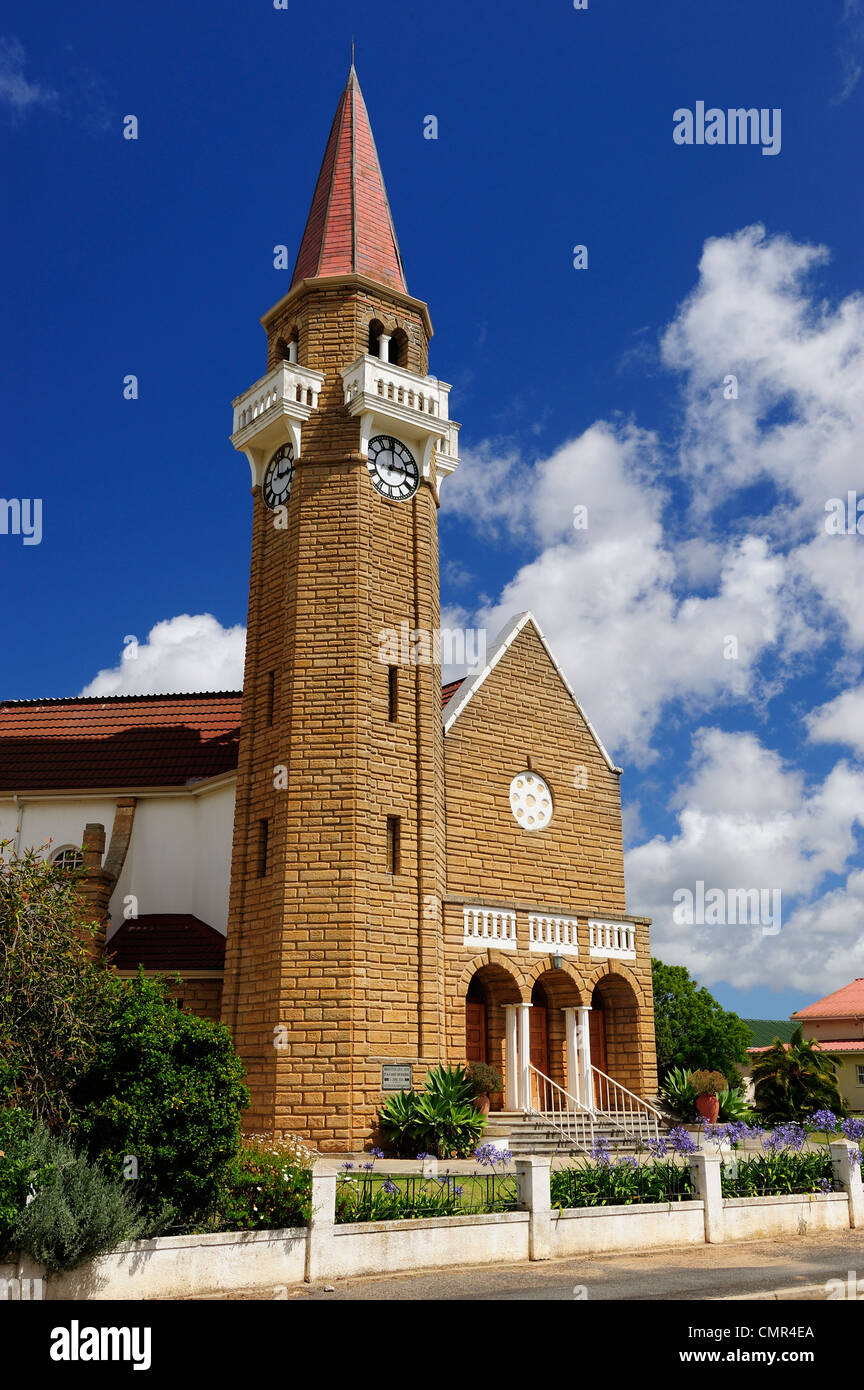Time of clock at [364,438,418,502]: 2:59
